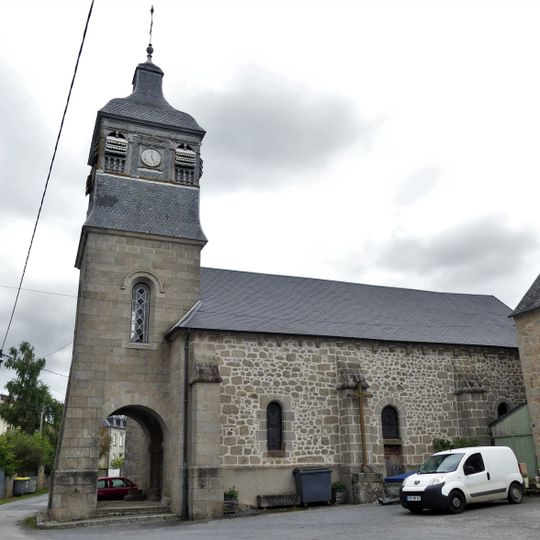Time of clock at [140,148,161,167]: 5:00
